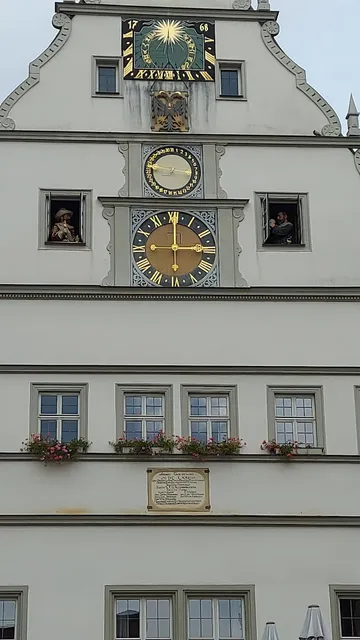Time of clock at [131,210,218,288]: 3:00
